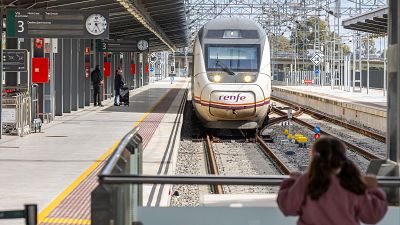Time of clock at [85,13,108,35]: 5:14
